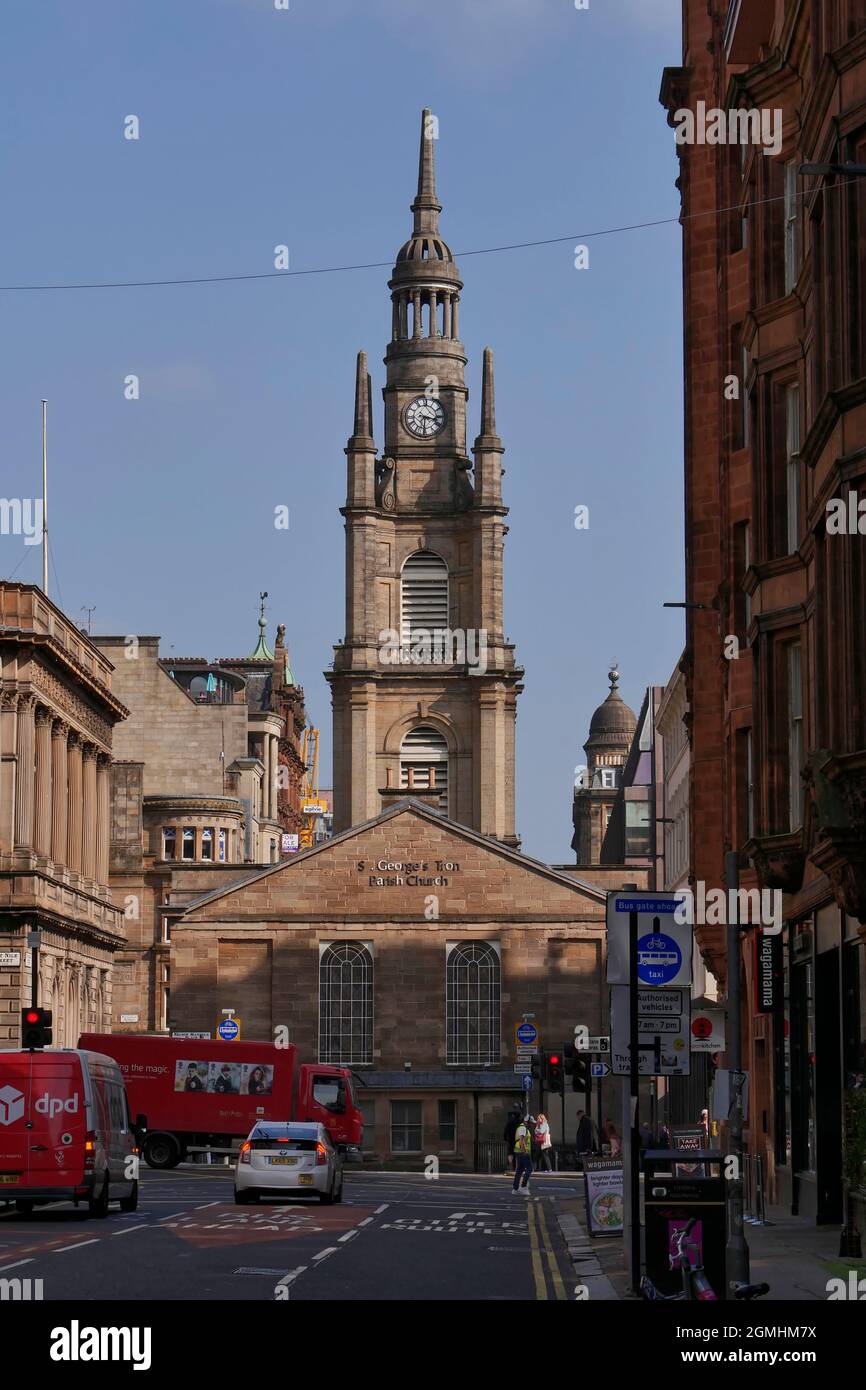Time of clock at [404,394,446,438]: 3:30
